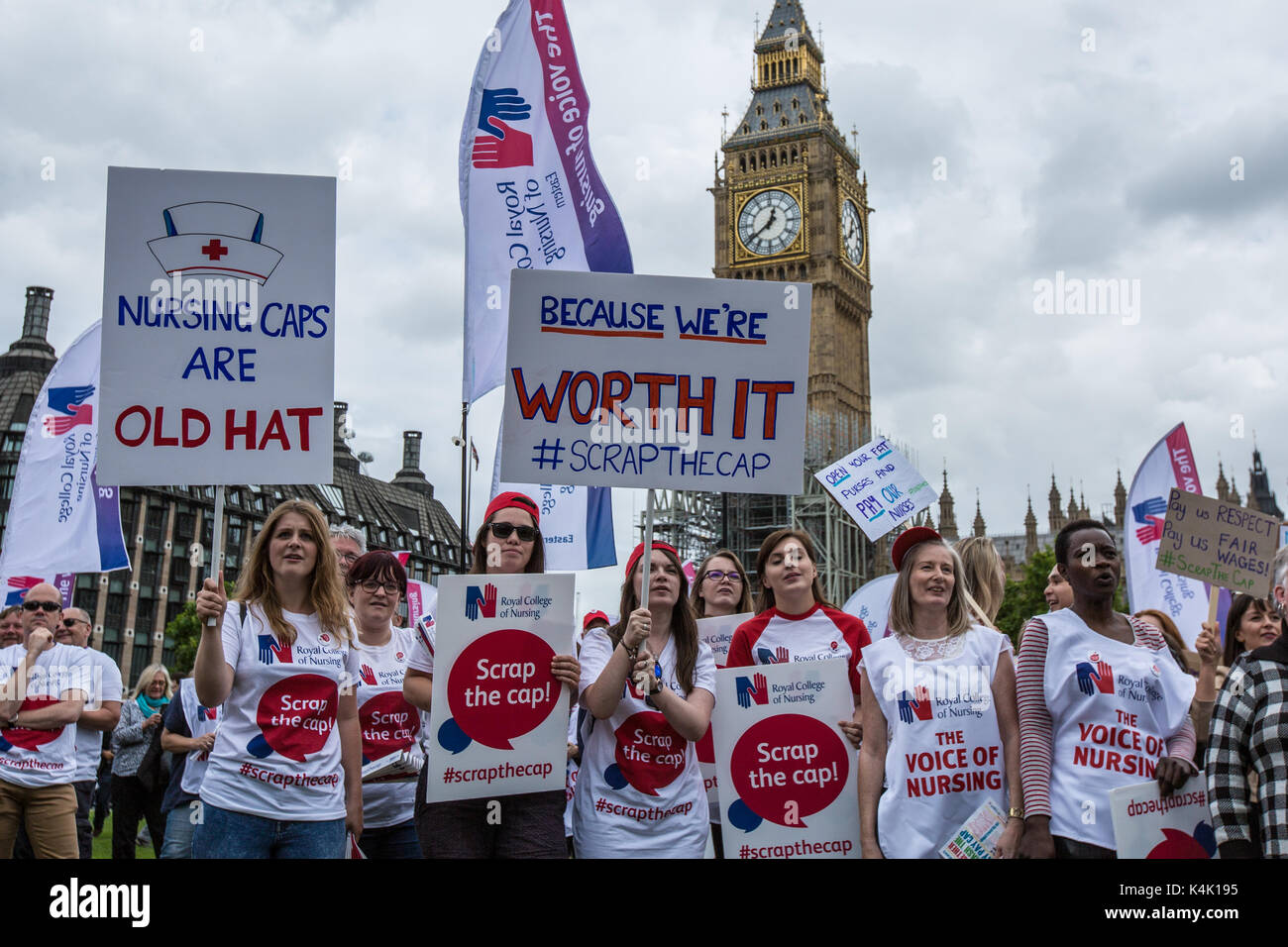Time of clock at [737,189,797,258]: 12:38
